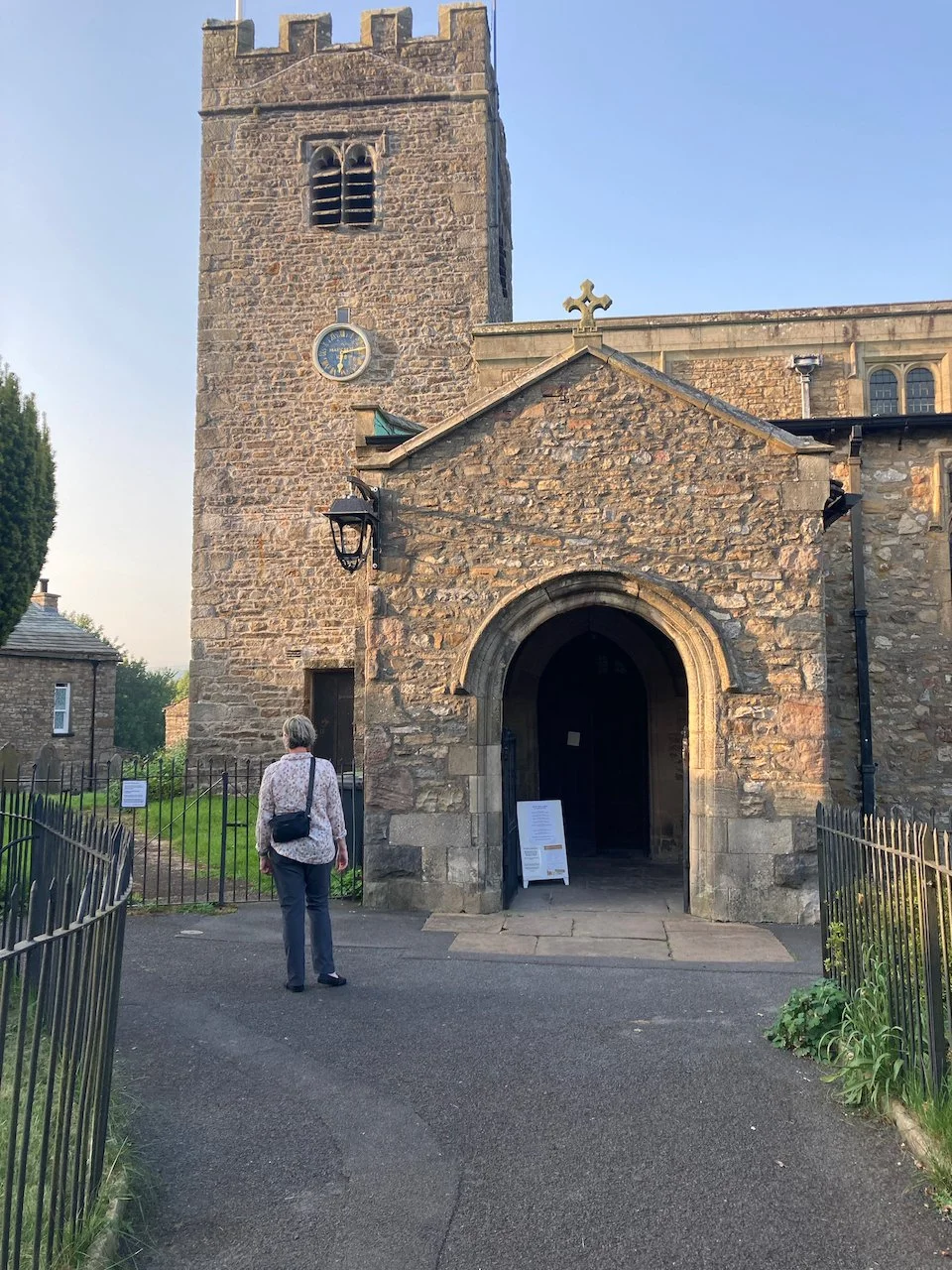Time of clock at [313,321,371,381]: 6:13
